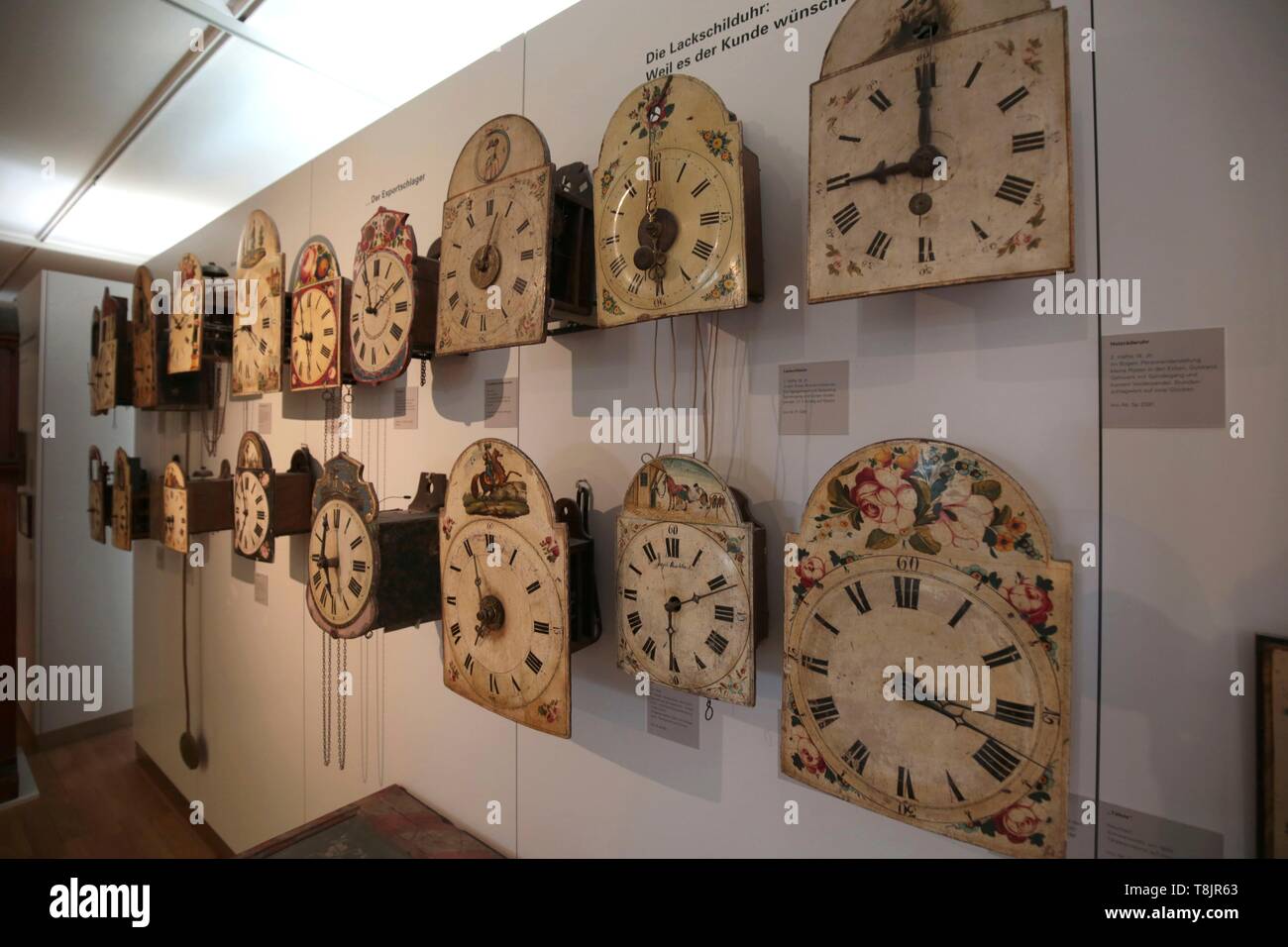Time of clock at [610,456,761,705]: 6:11
